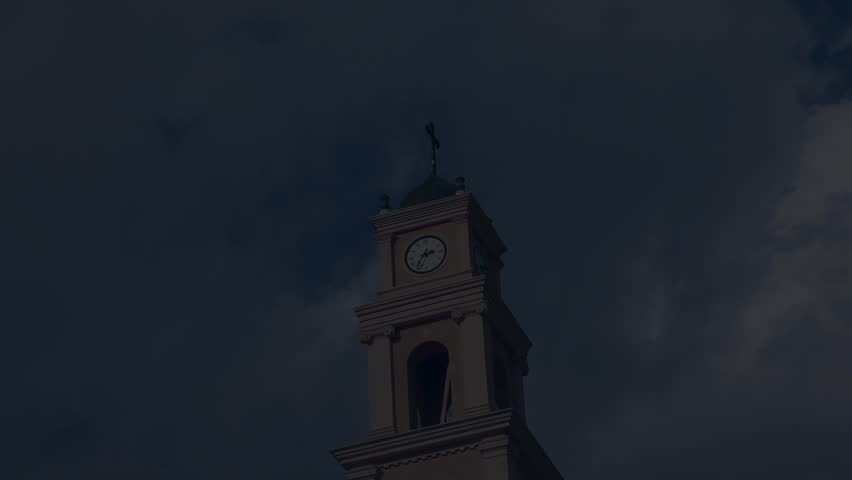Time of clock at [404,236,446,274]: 2:35
